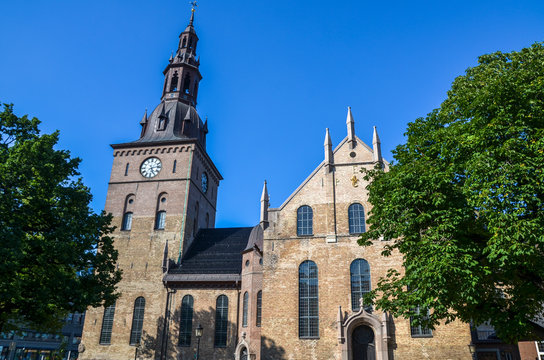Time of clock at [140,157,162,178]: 5:13
